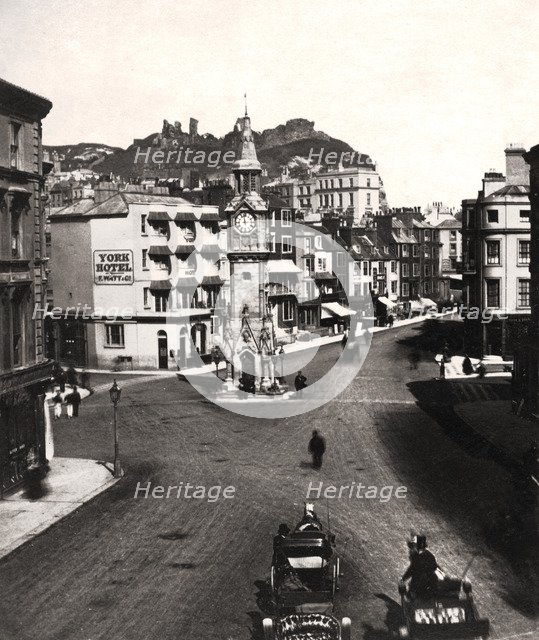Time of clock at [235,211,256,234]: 2:58
